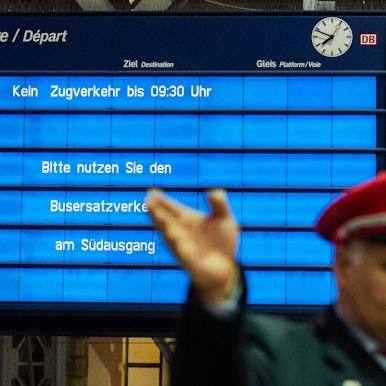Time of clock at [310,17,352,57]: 7:48
